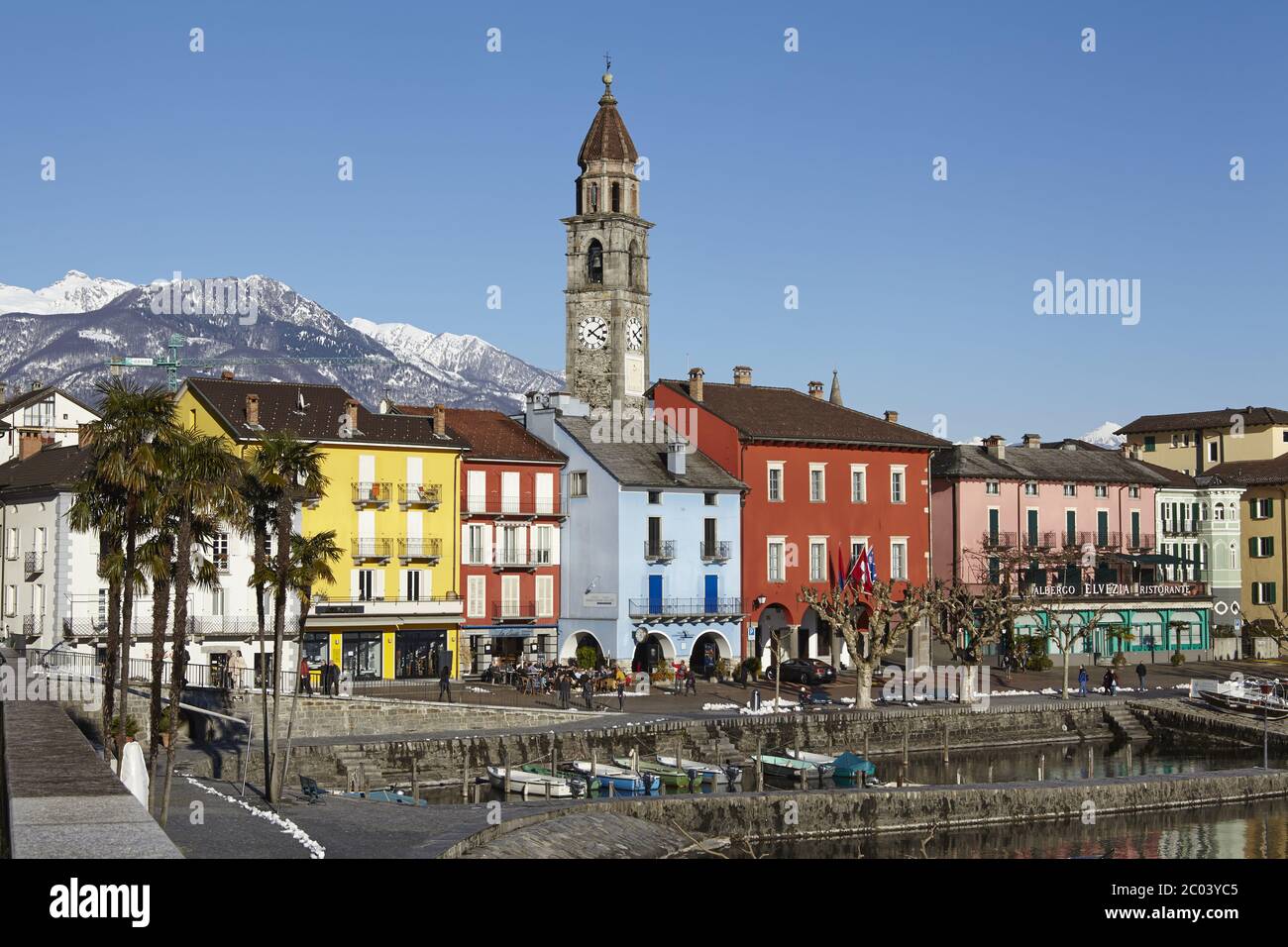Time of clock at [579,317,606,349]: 4:09
